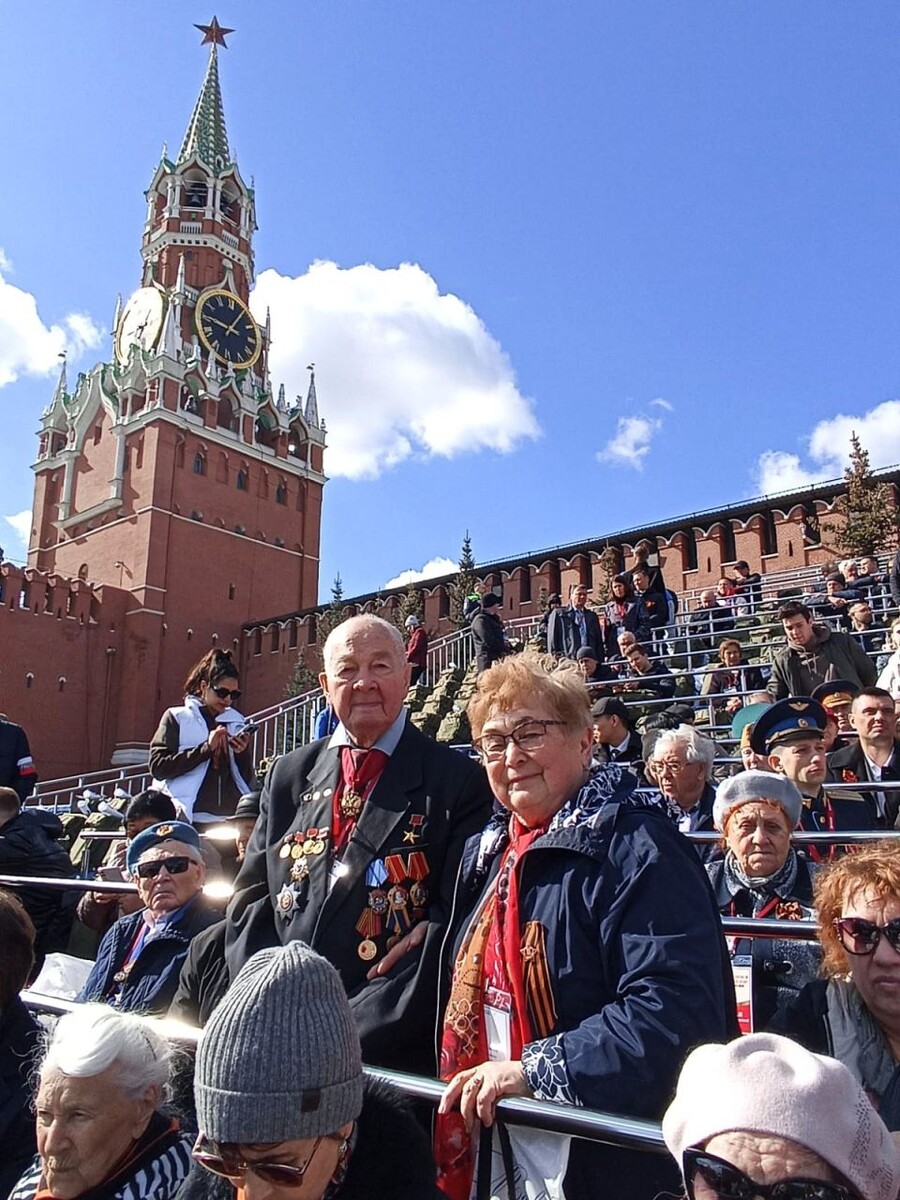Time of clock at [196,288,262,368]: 9:05
